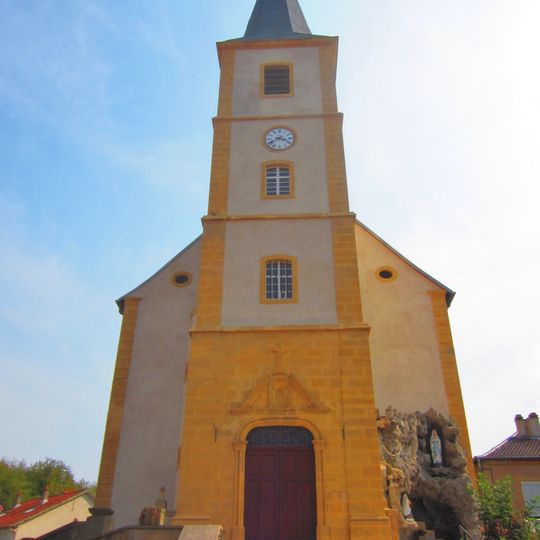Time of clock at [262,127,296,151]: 3:40
